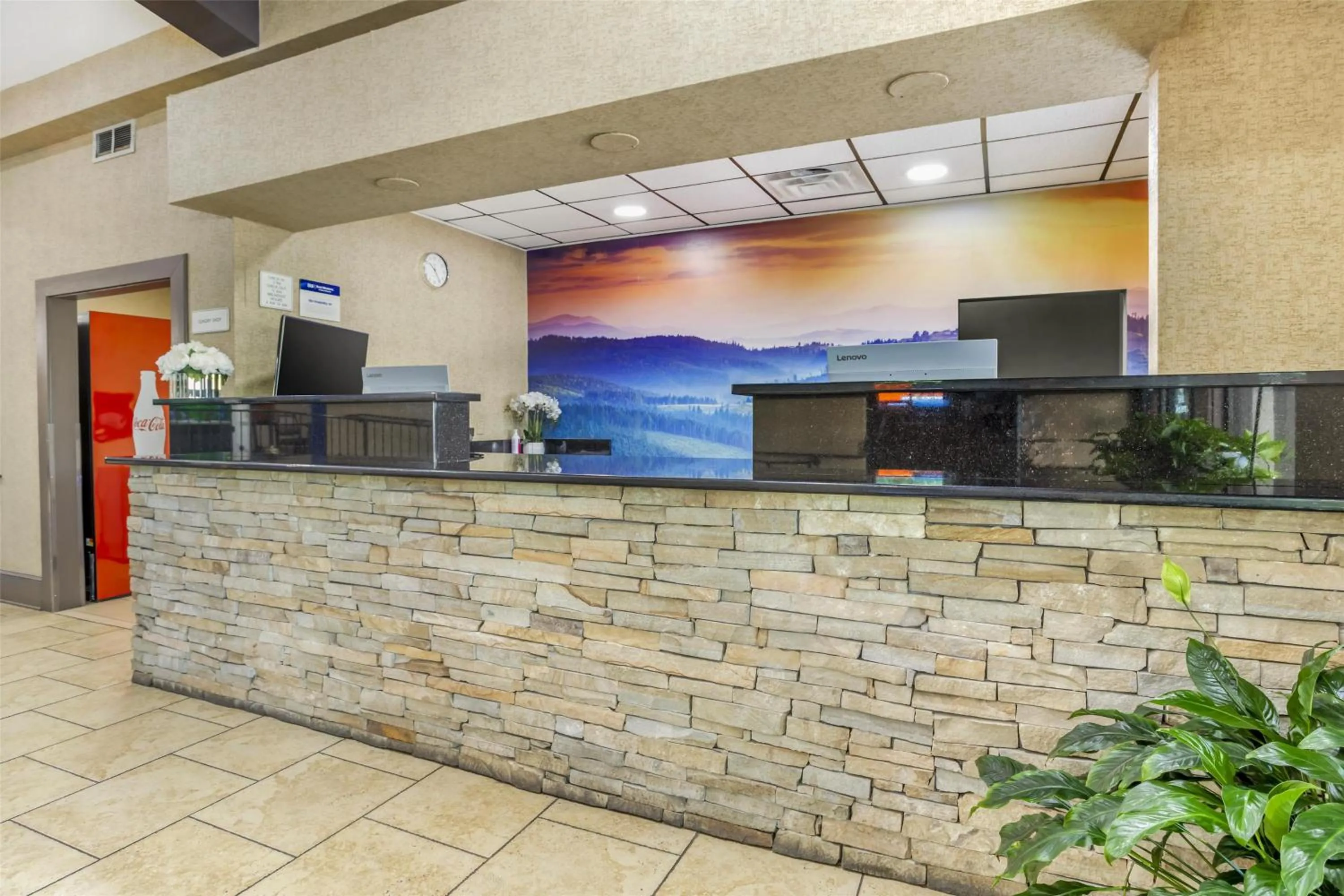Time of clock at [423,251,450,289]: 10:24
